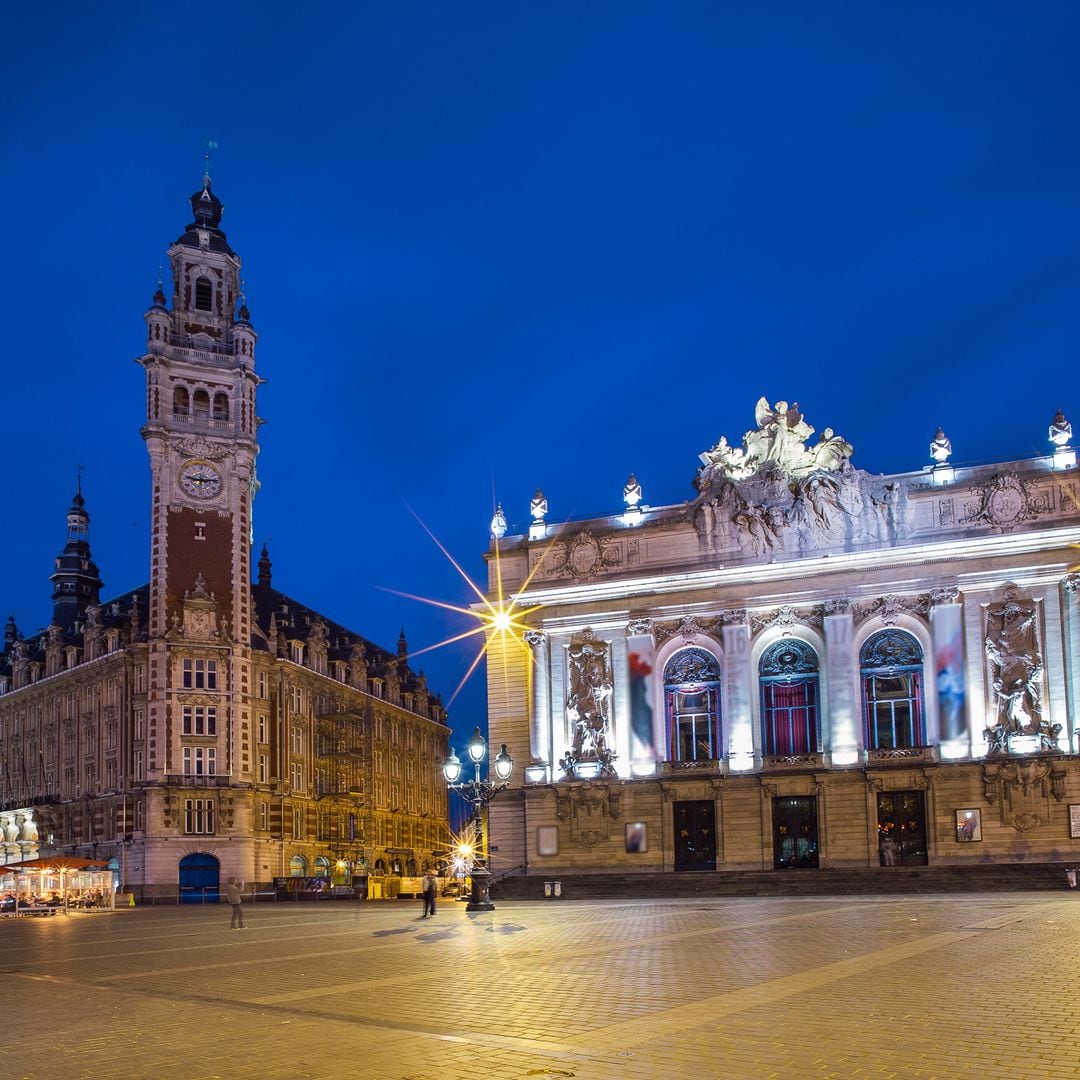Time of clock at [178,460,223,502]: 9:13
